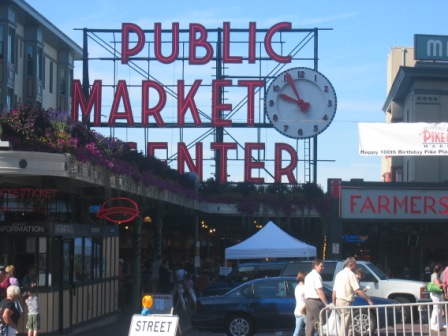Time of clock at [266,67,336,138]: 9:55
